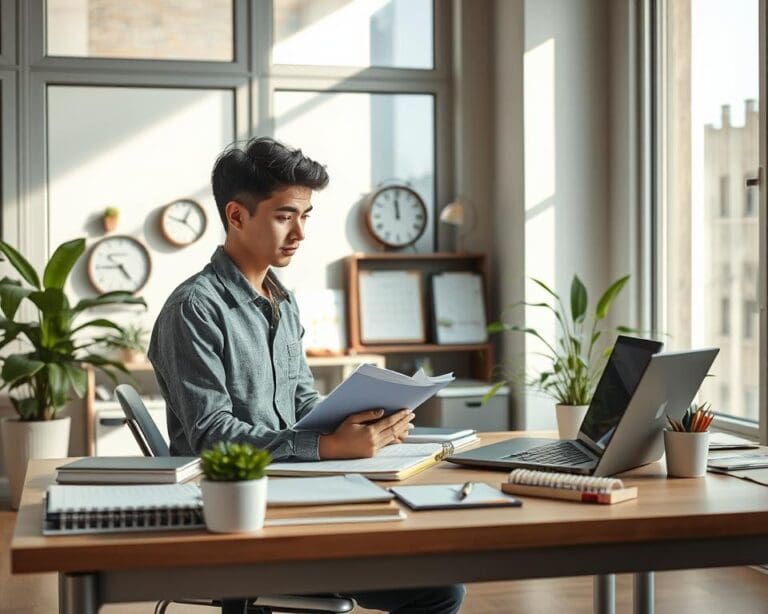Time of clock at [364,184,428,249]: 11:58
